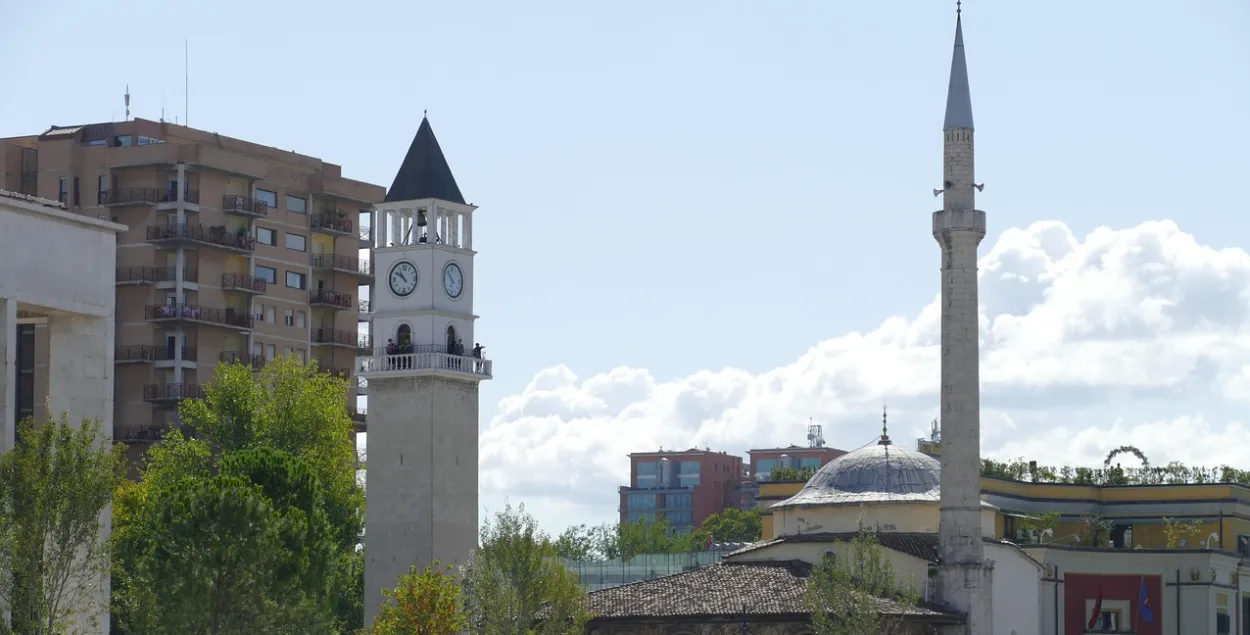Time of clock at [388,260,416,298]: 10:50
